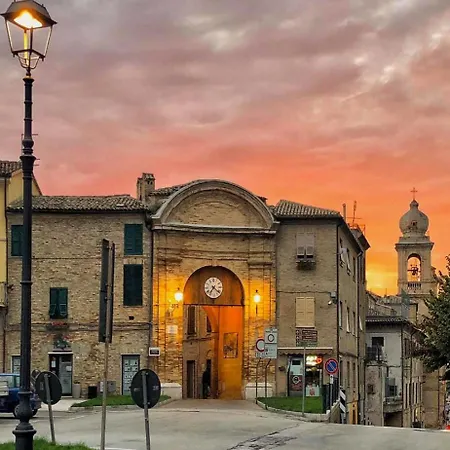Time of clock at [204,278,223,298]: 7:21
